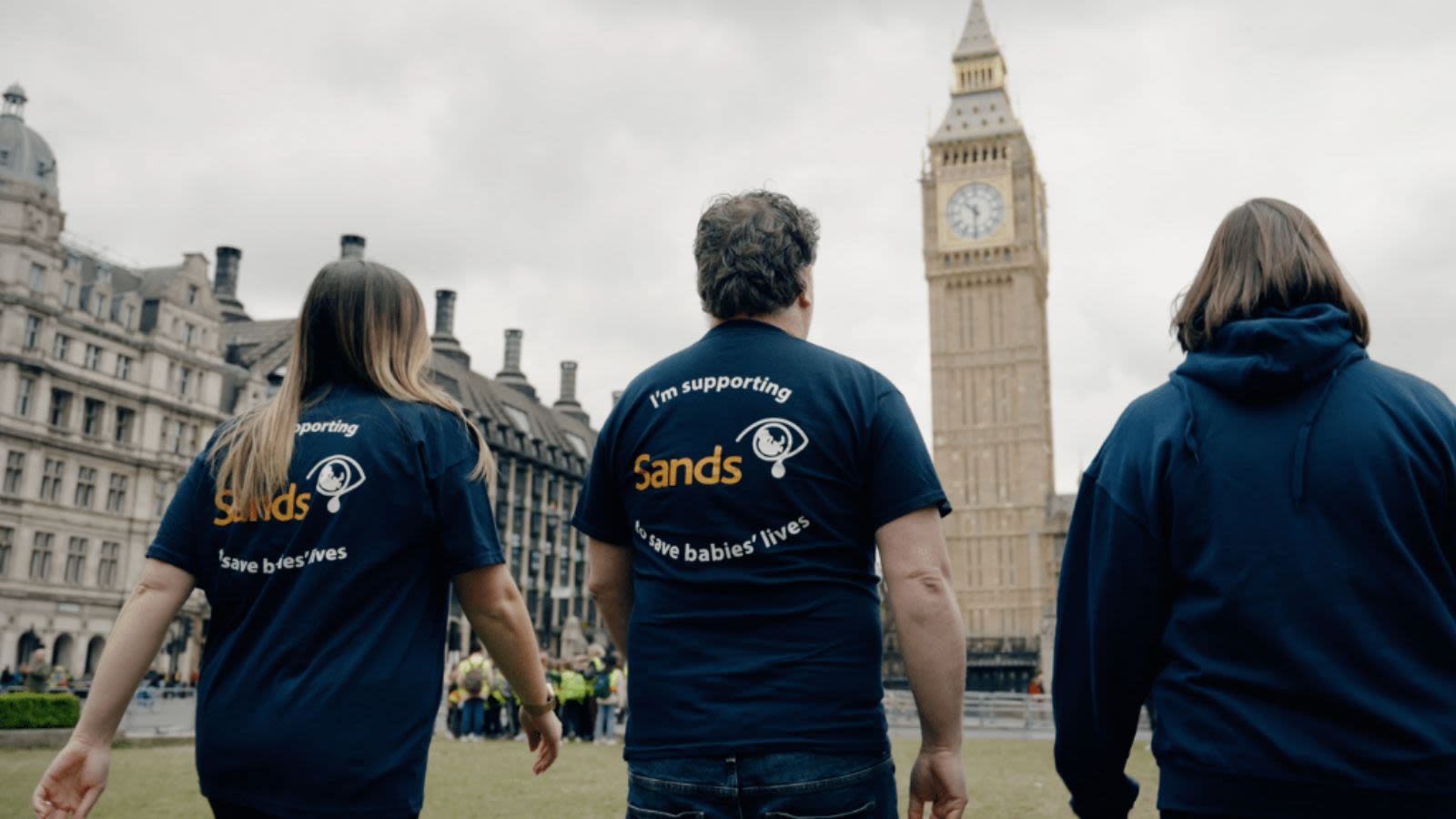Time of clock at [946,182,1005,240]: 10:30
